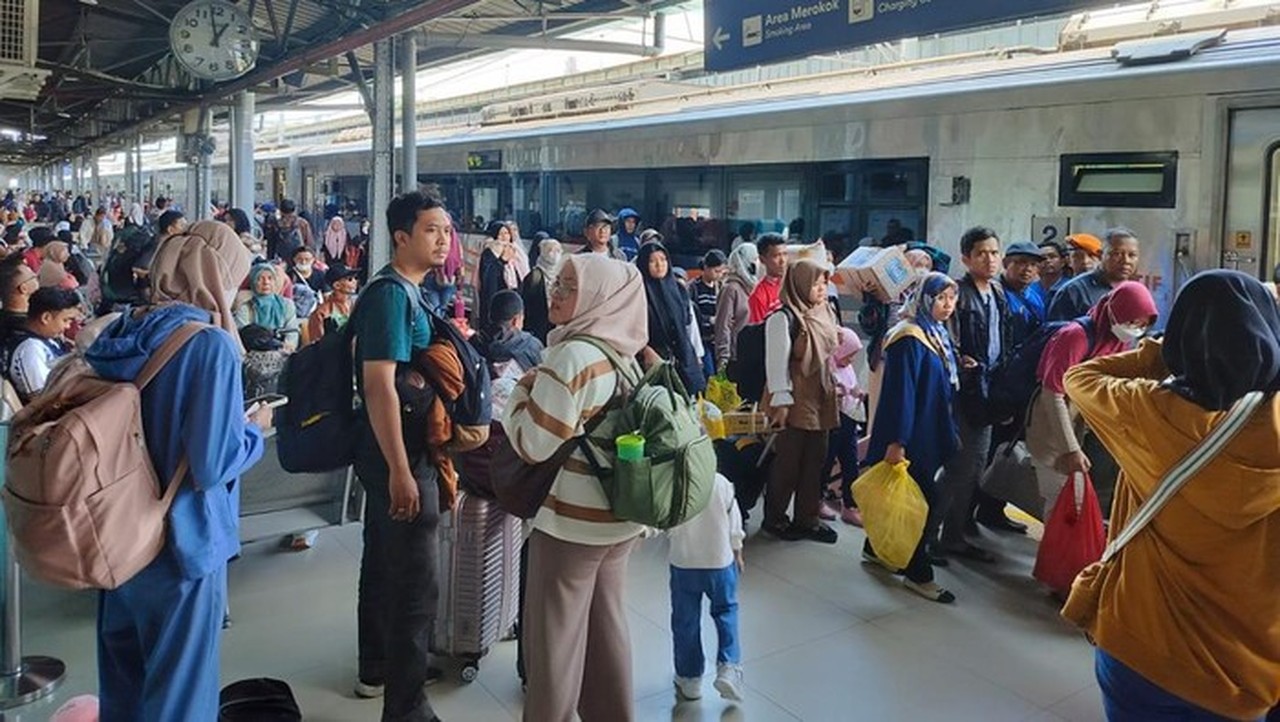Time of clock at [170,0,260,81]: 12:58
